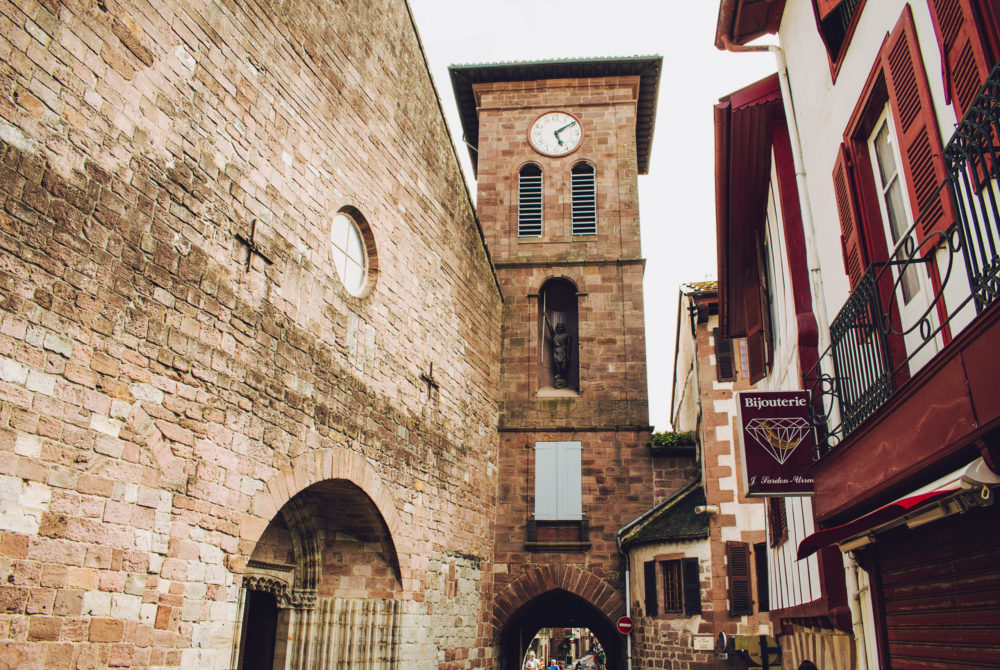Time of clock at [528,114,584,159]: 5:09
